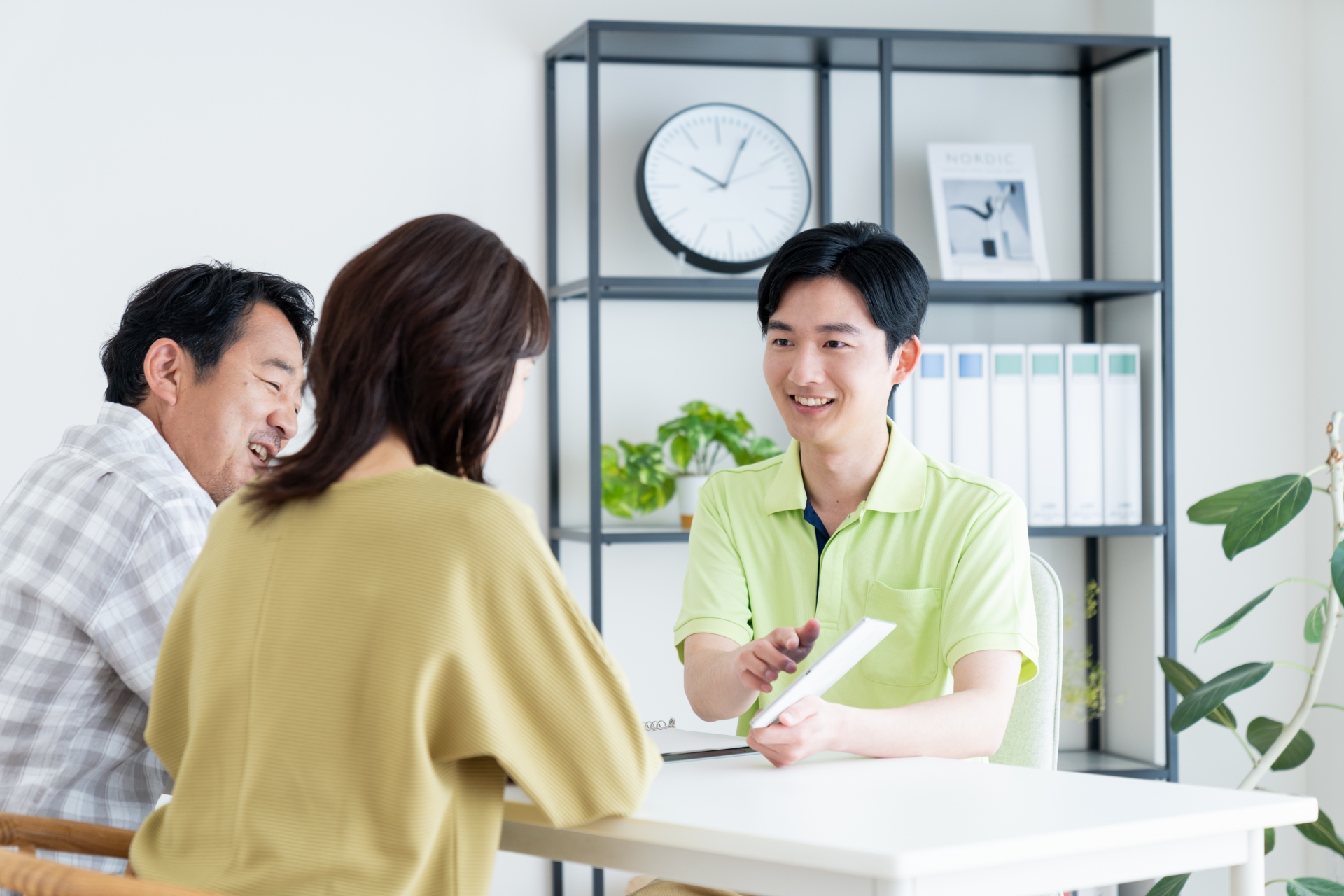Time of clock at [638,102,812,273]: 10:04
